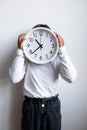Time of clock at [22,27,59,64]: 10:38
